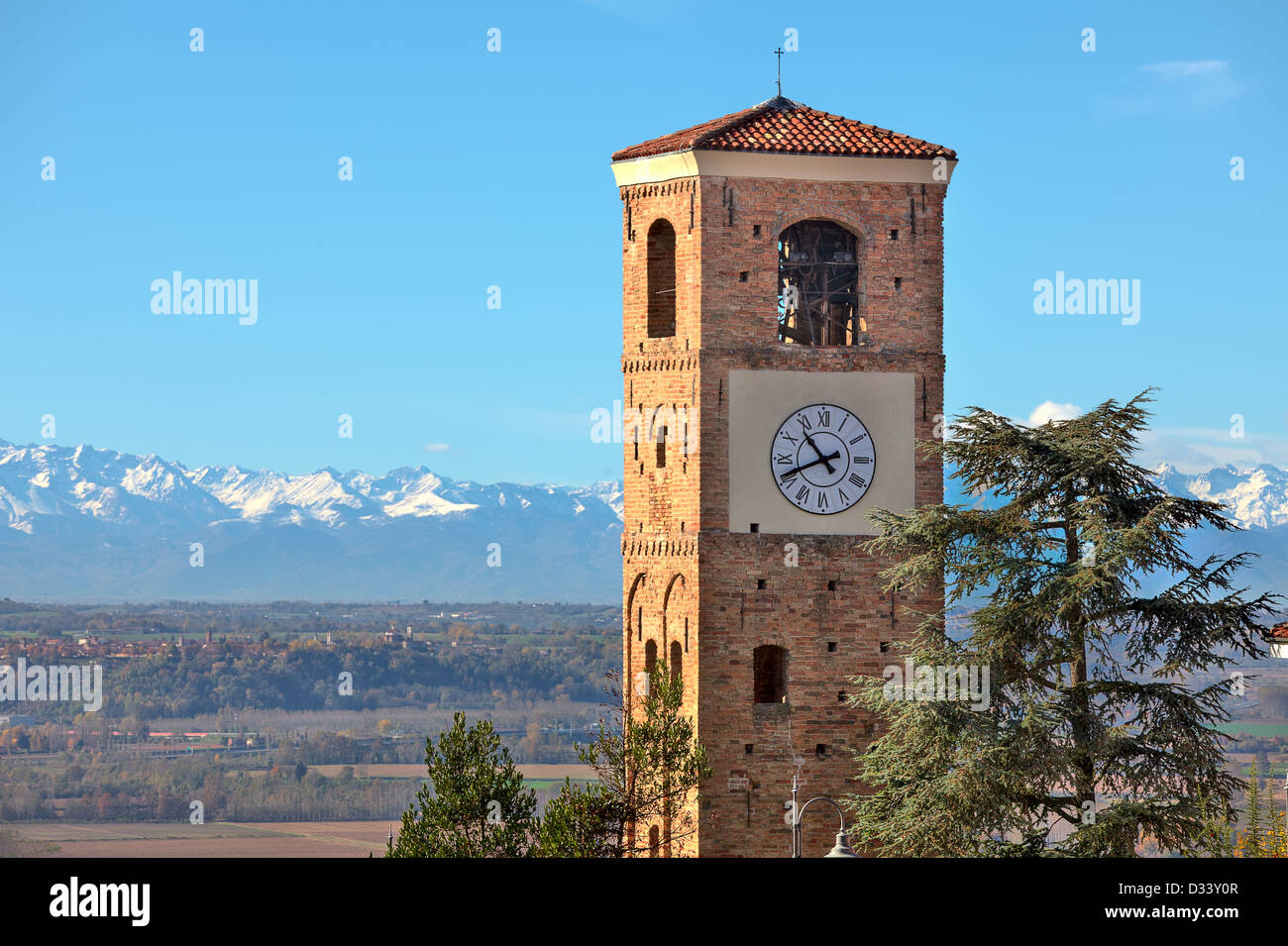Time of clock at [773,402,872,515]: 10:41
